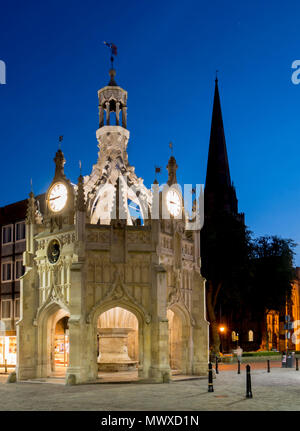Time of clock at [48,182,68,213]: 8:44
